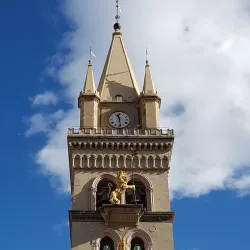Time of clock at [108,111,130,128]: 11:28
